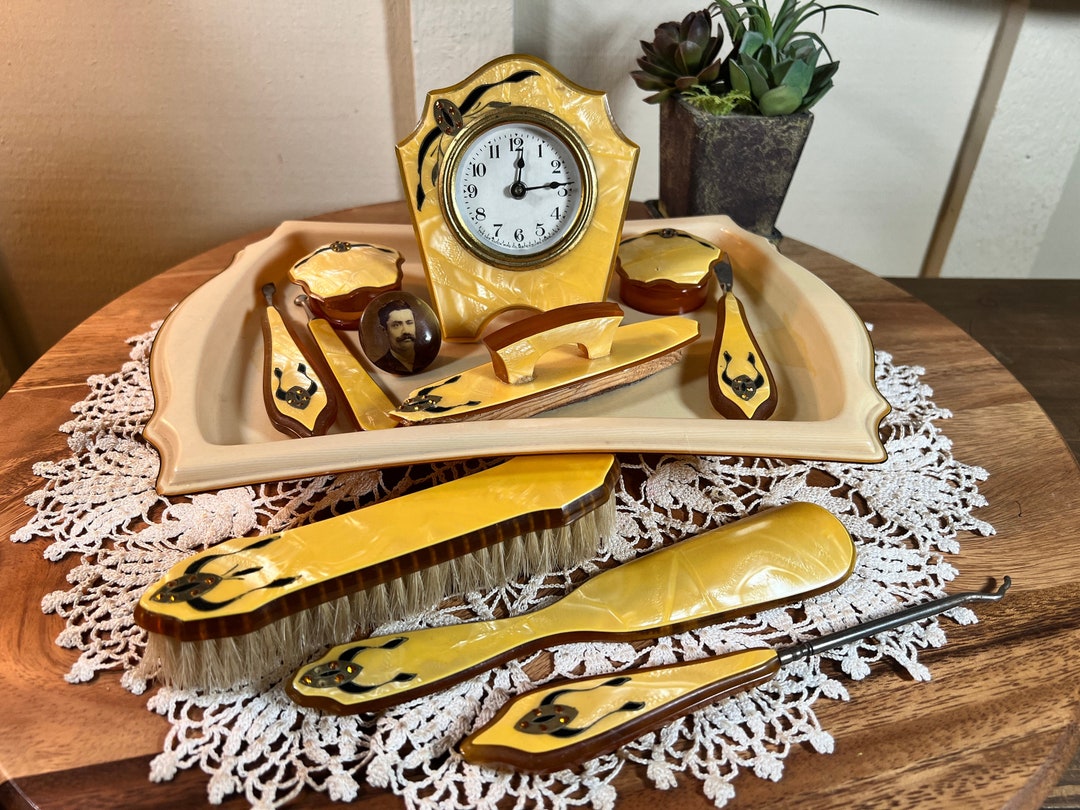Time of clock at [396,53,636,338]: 12:14
